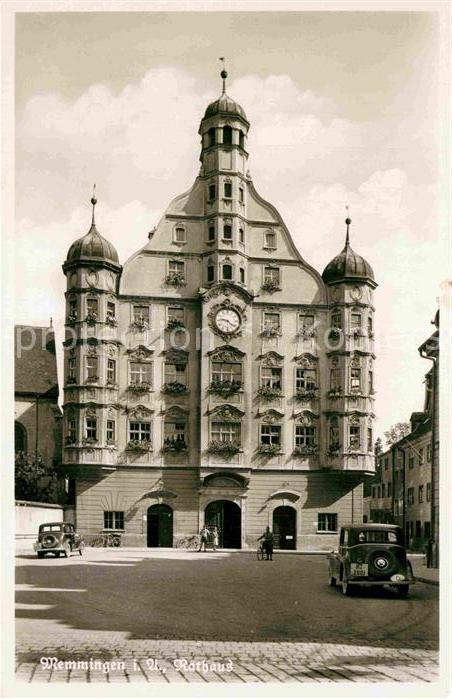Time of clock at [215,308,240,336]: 9:22
